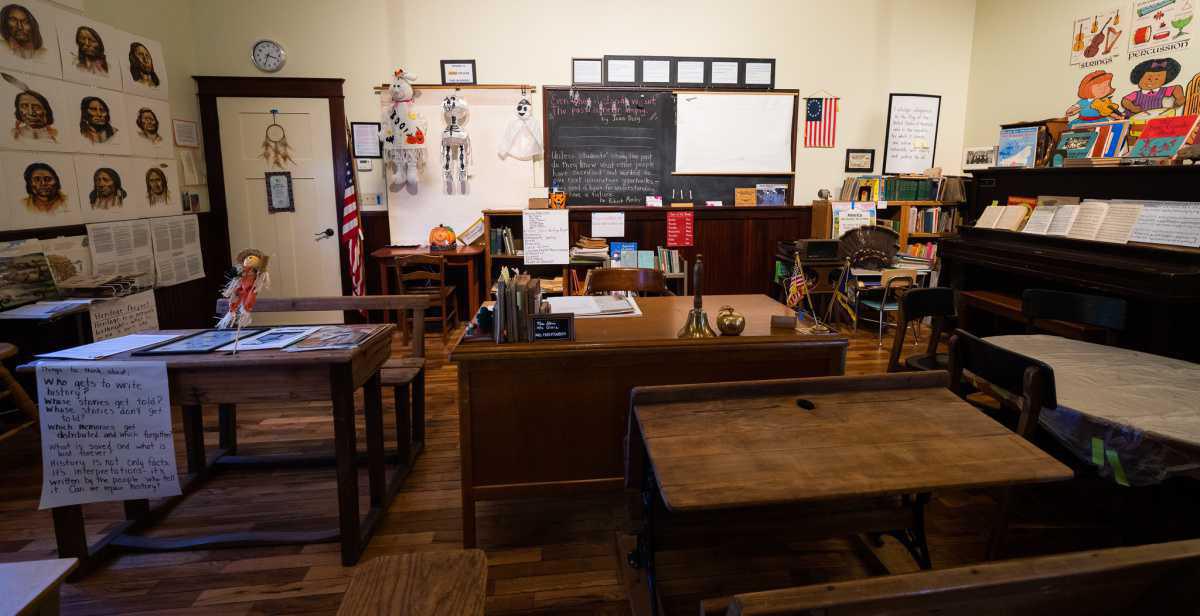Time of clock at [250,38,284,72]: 3:33
